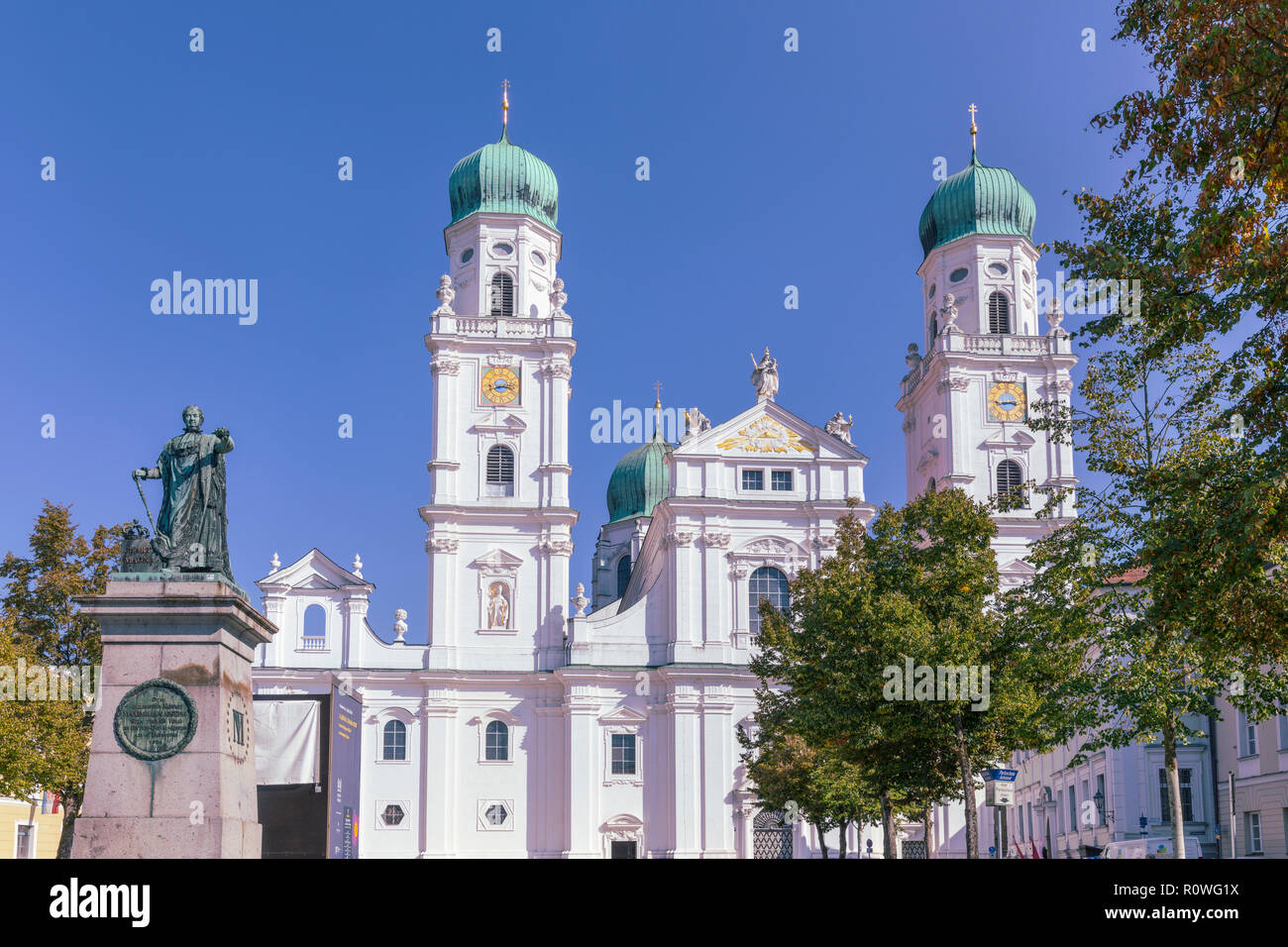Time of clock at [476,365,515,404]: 8:16
